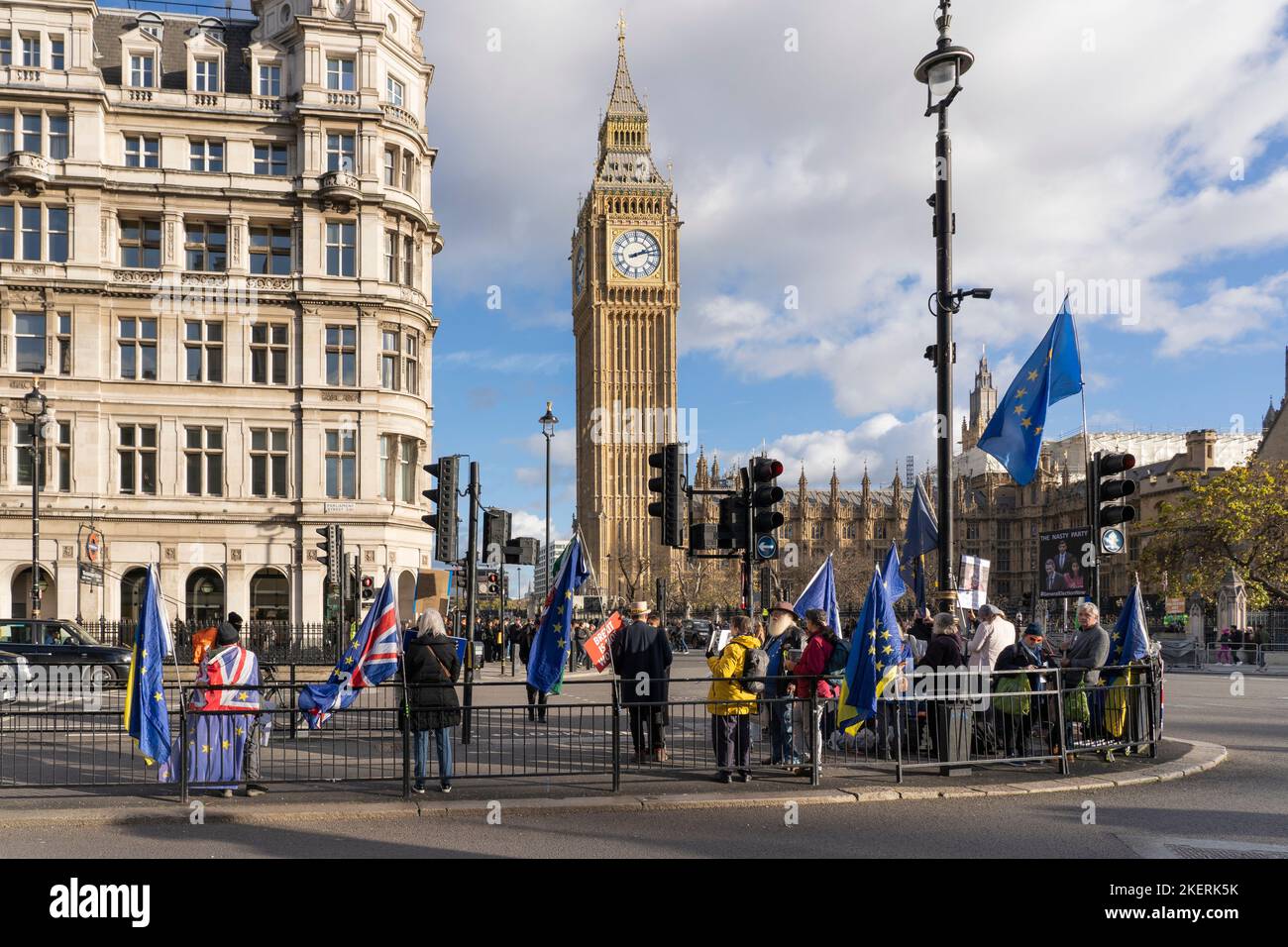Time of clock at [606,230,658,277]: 2:12
